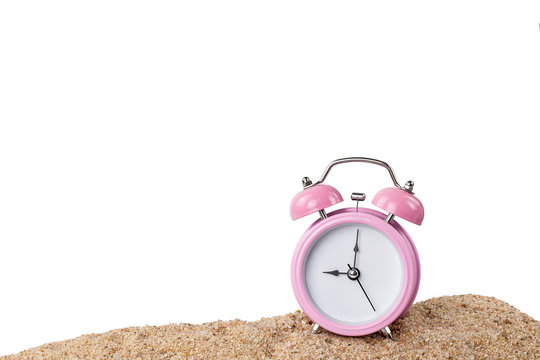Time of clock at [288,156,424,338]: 9:01
